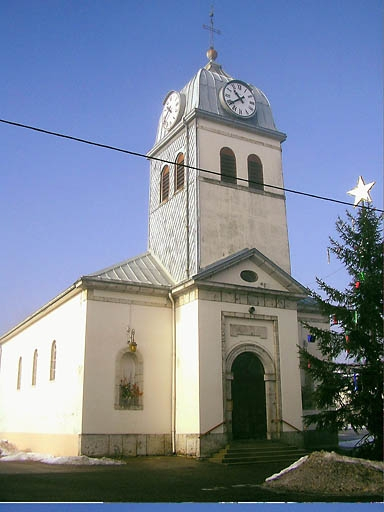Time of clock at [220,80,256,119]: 10:38
